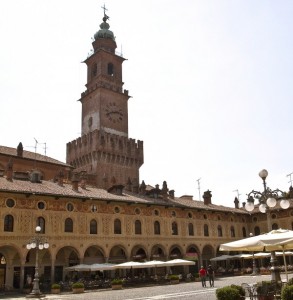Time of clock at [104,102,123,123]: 2:42
